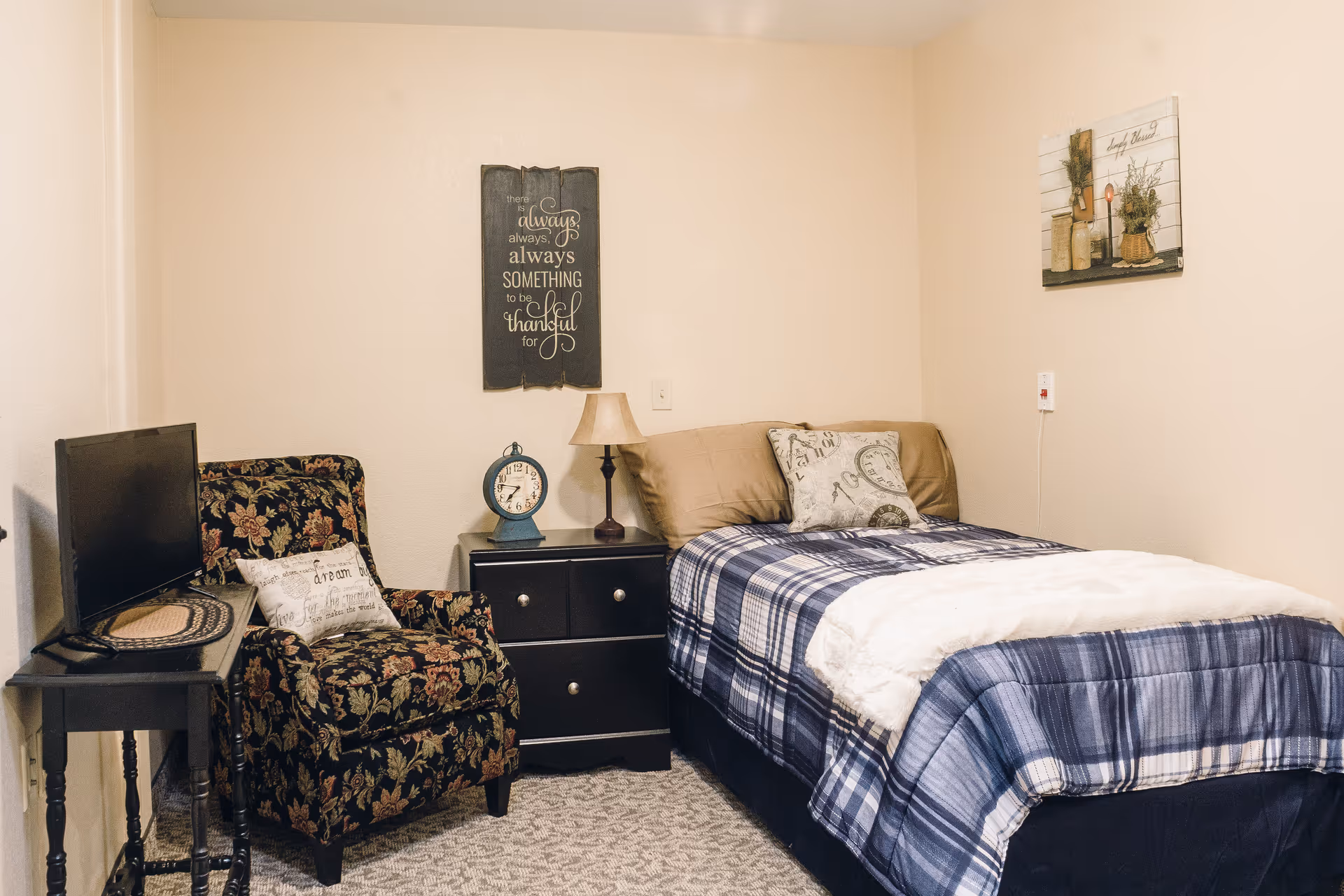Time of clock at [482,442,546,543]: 7:46
